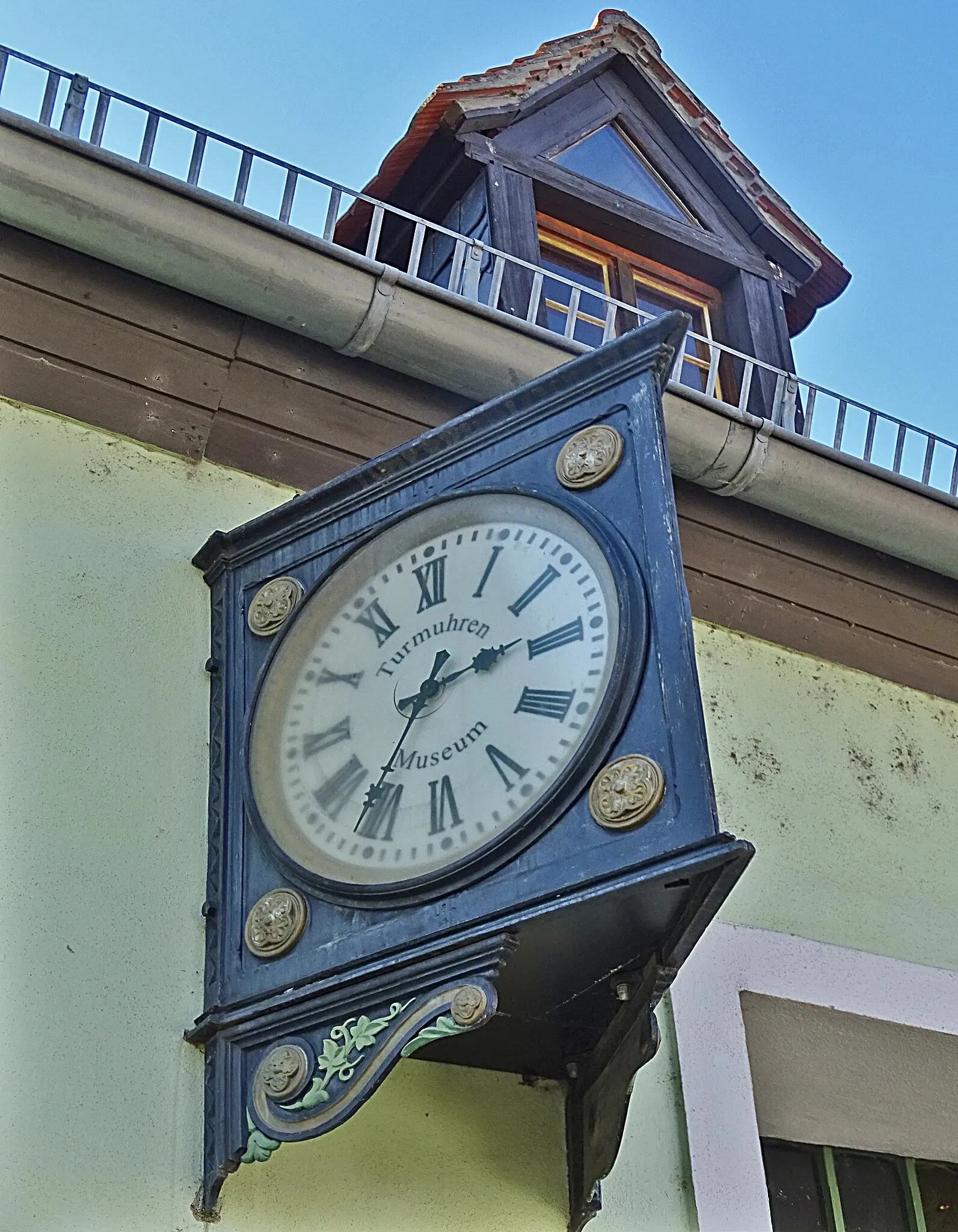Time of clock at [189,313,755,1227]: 7:15
